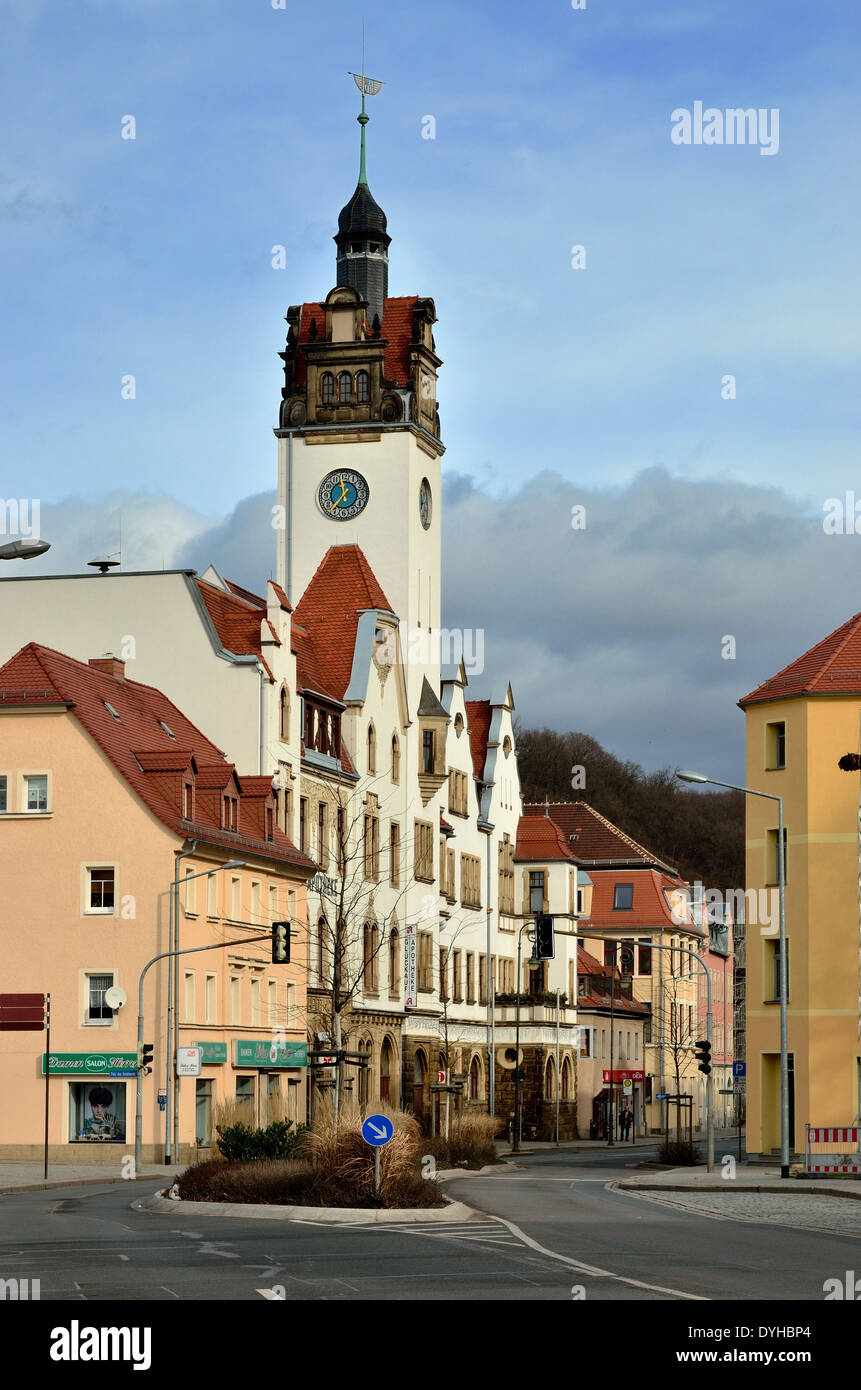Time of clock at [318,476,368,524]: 11:36
